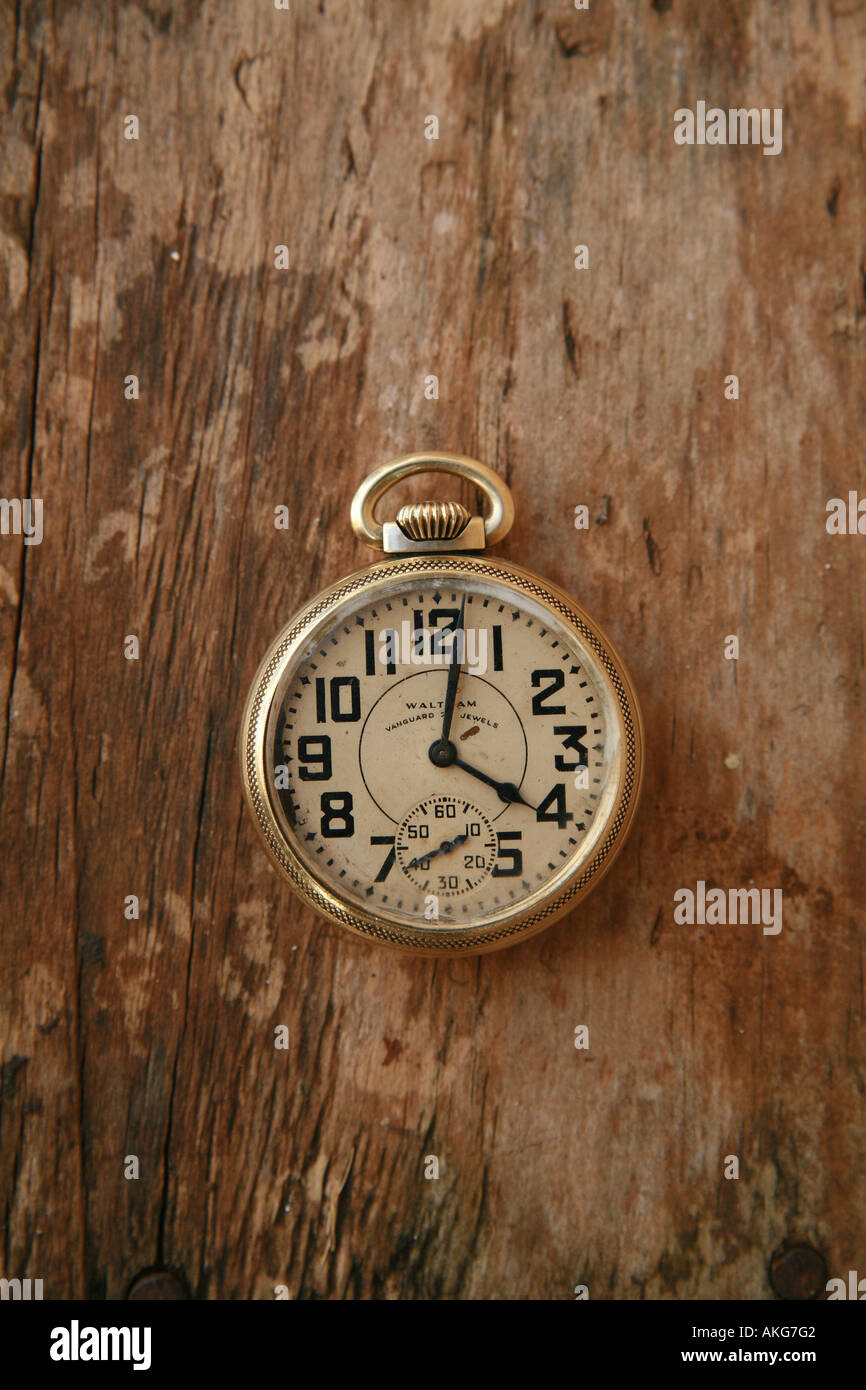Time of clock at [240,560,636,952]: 4:01
